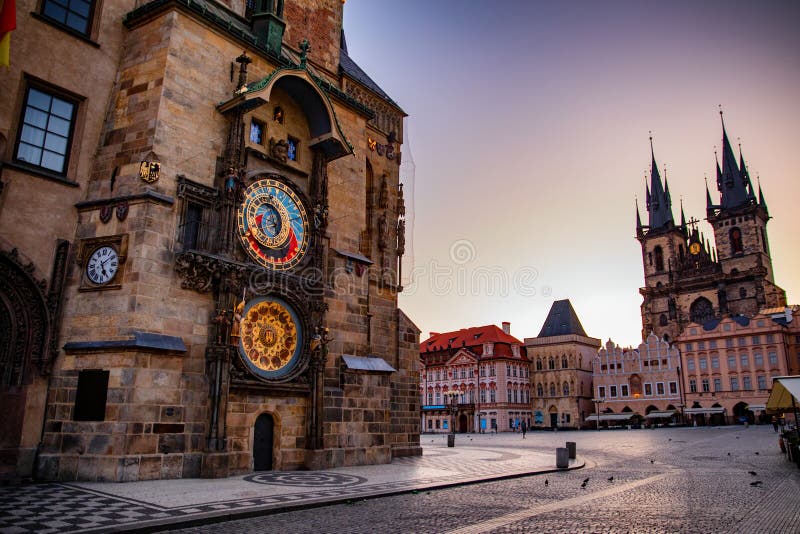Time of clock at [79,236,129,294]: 5:08
